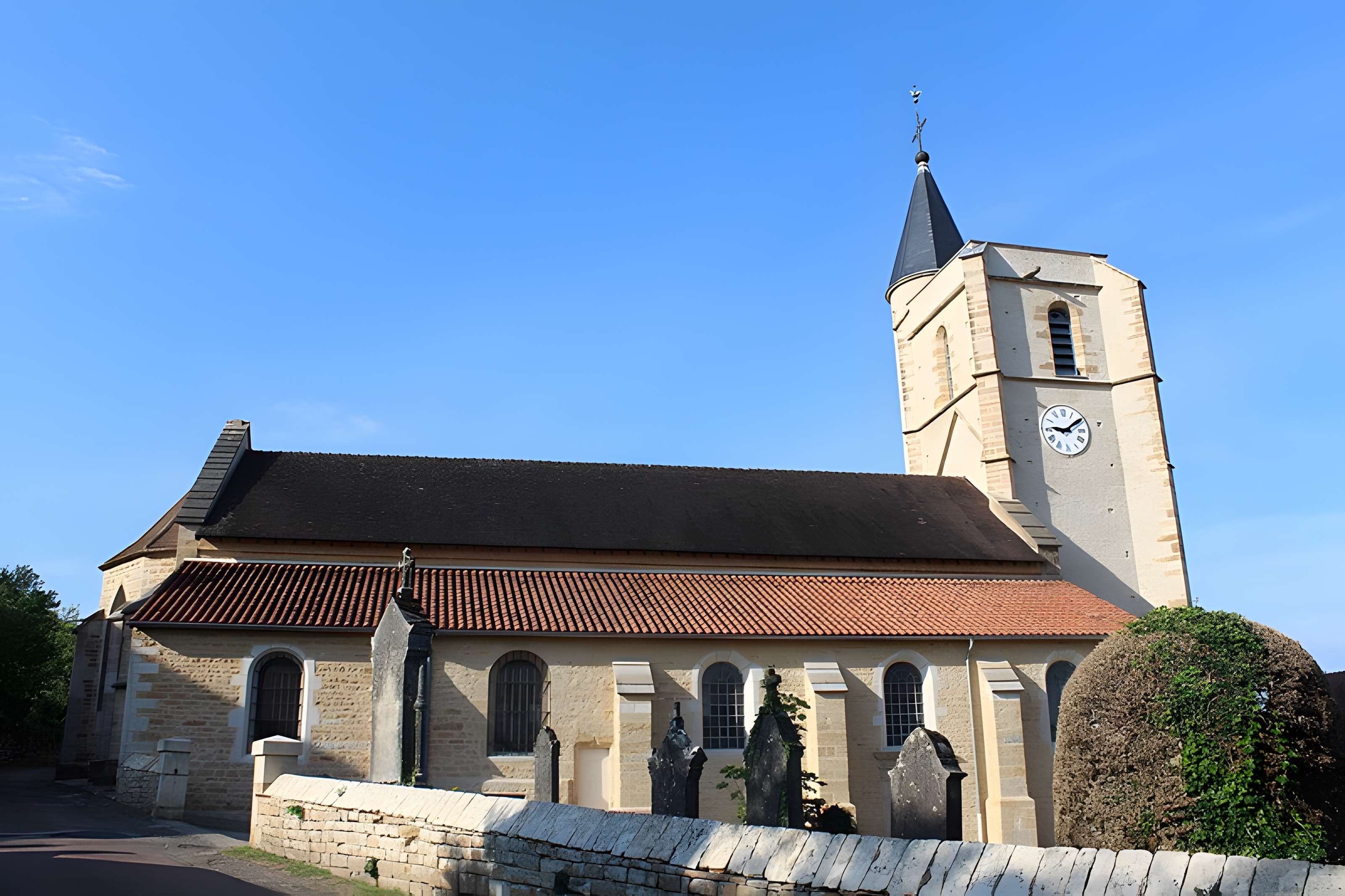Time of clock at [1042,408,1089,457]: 9:09
